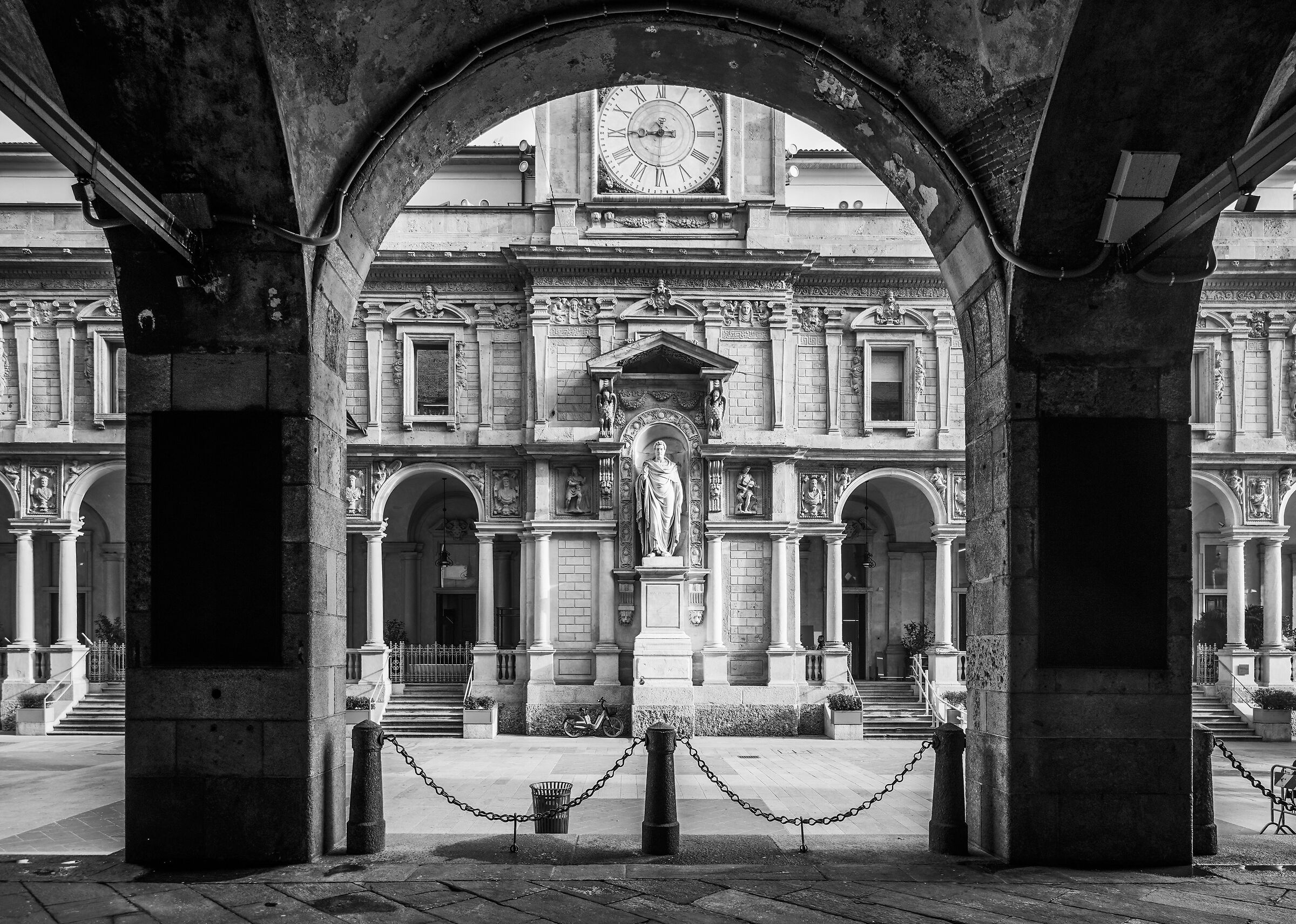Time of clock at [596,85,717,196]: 8:45
